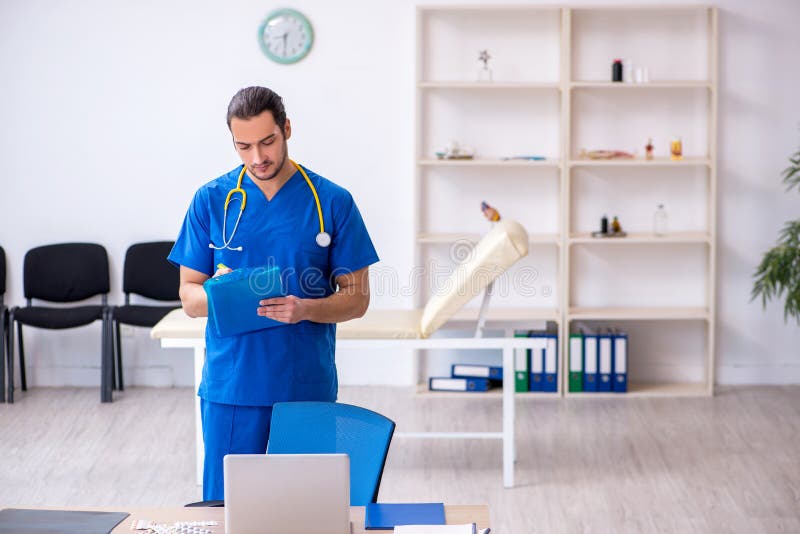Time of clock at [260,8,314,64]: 8:29
